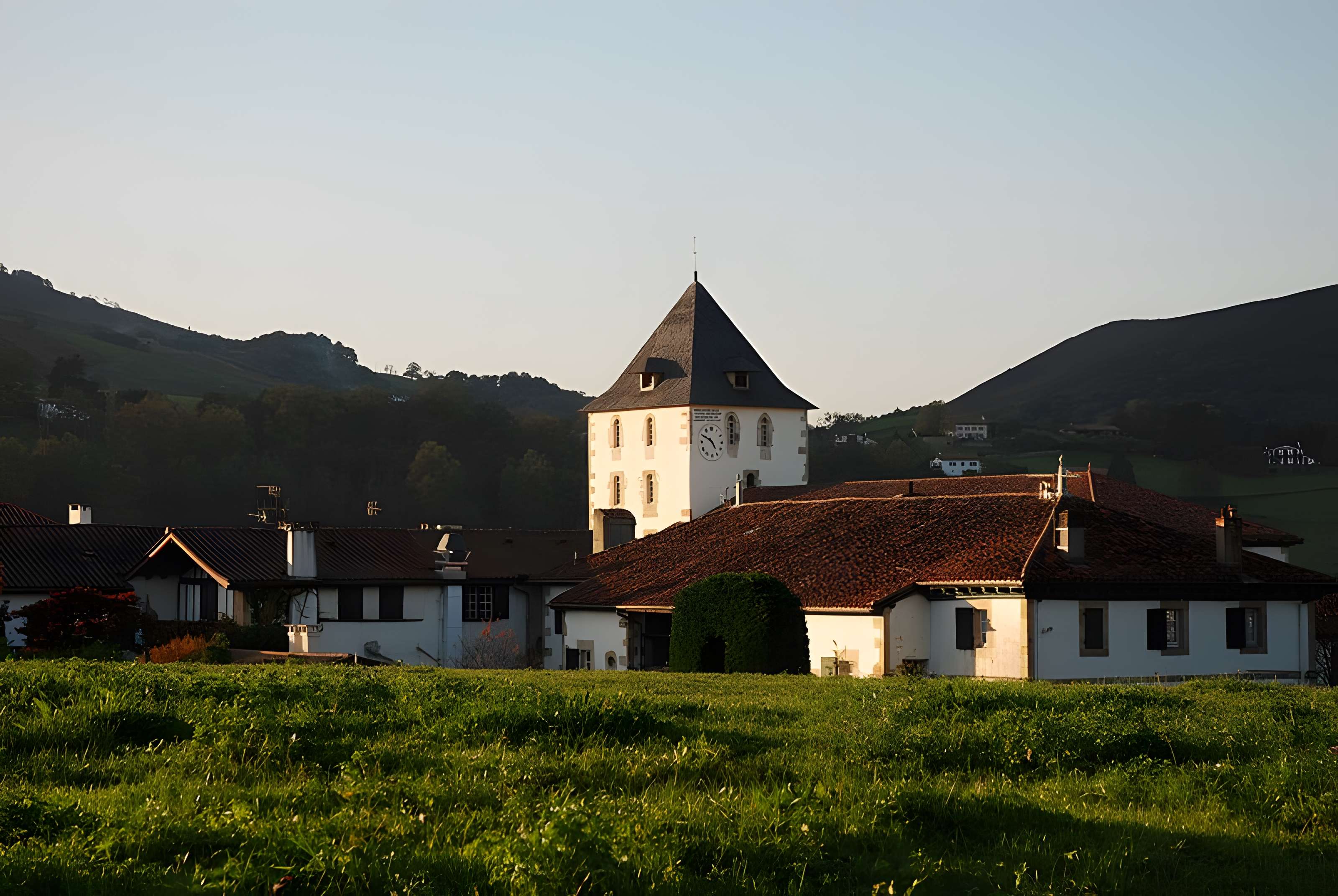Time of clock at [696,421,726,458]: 4:49
